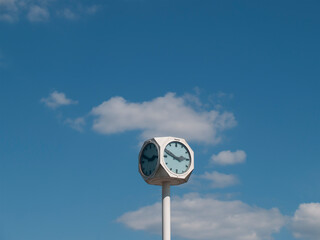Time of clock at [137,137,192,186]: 2:48
